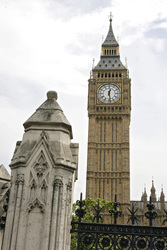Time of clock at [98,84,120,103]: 12:28
